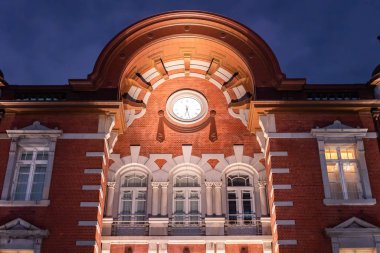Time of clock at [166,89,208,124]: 6:27
